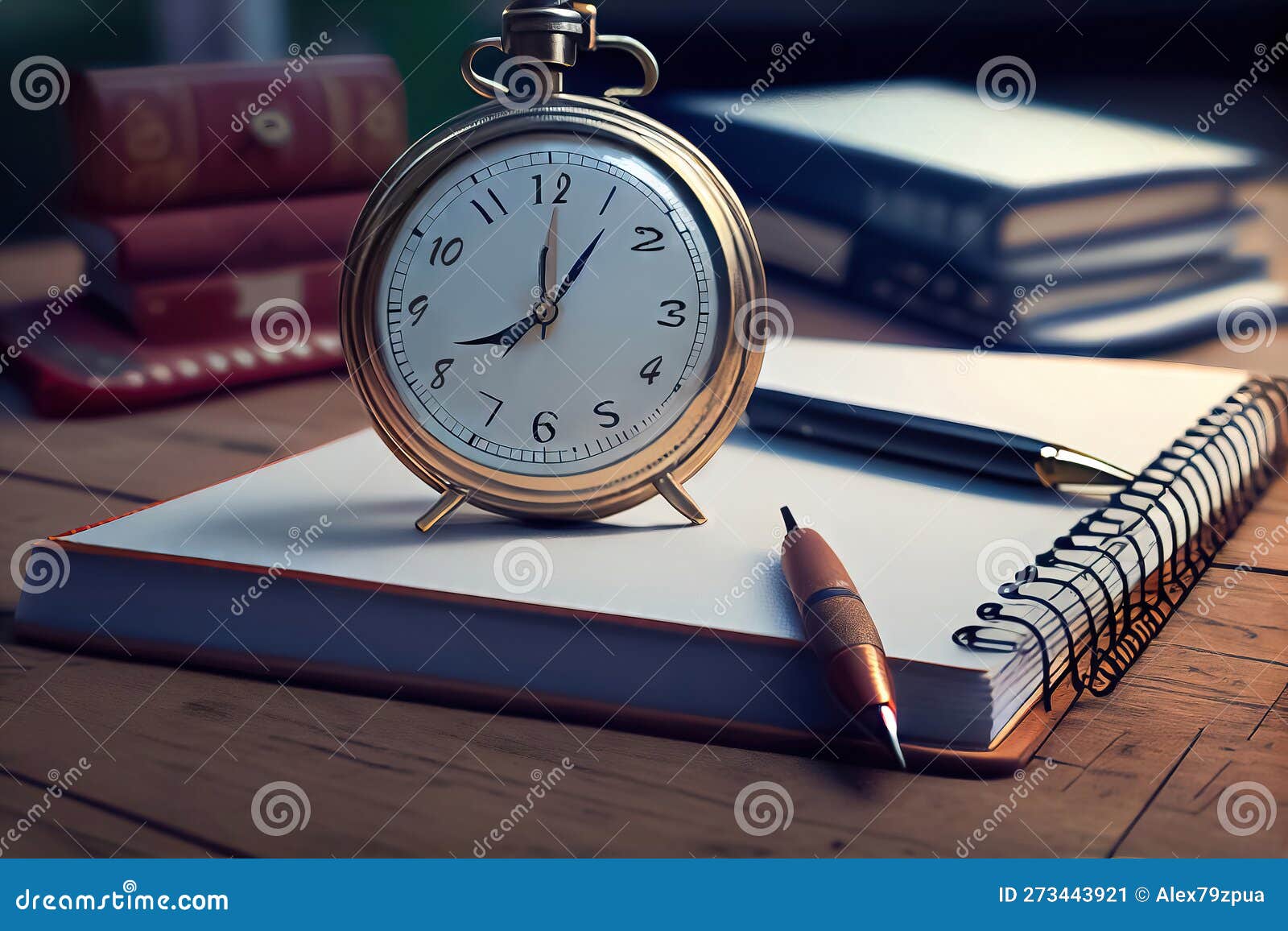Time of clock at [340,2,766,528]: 12:06
